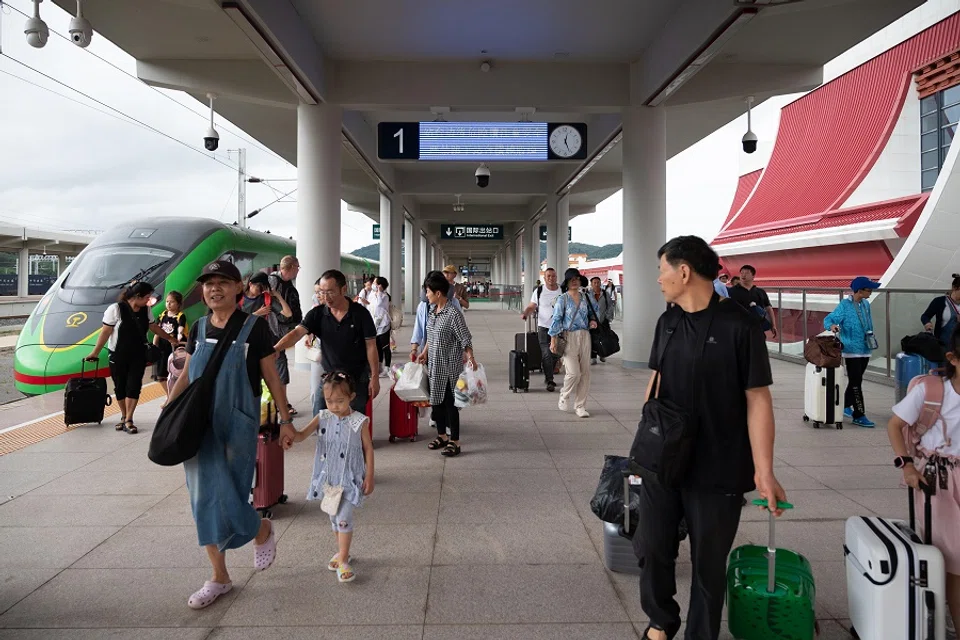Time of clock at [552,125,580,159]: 12:26
